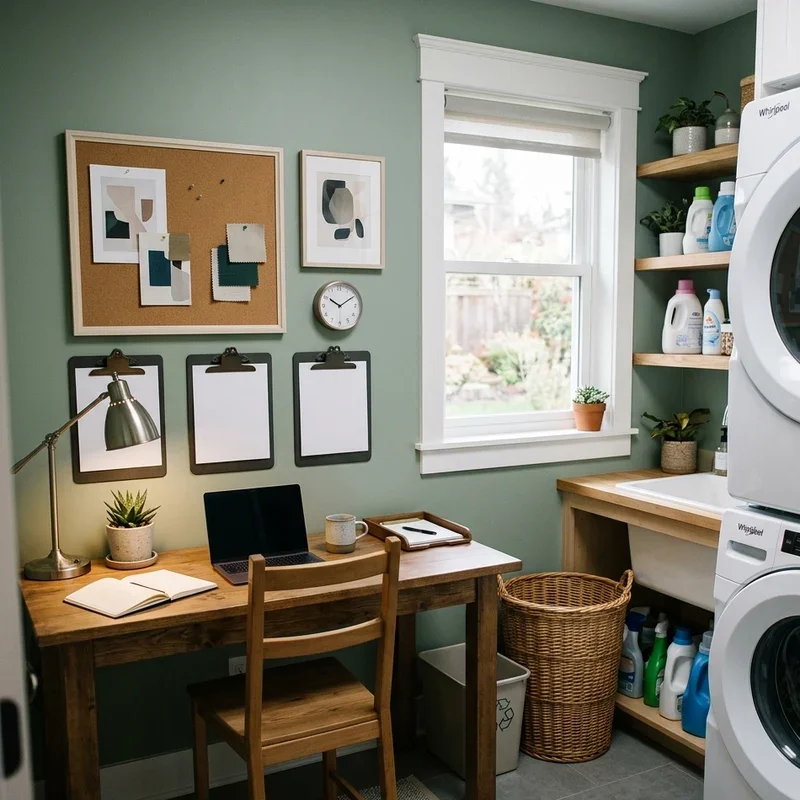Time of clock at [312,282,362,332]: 10:09
